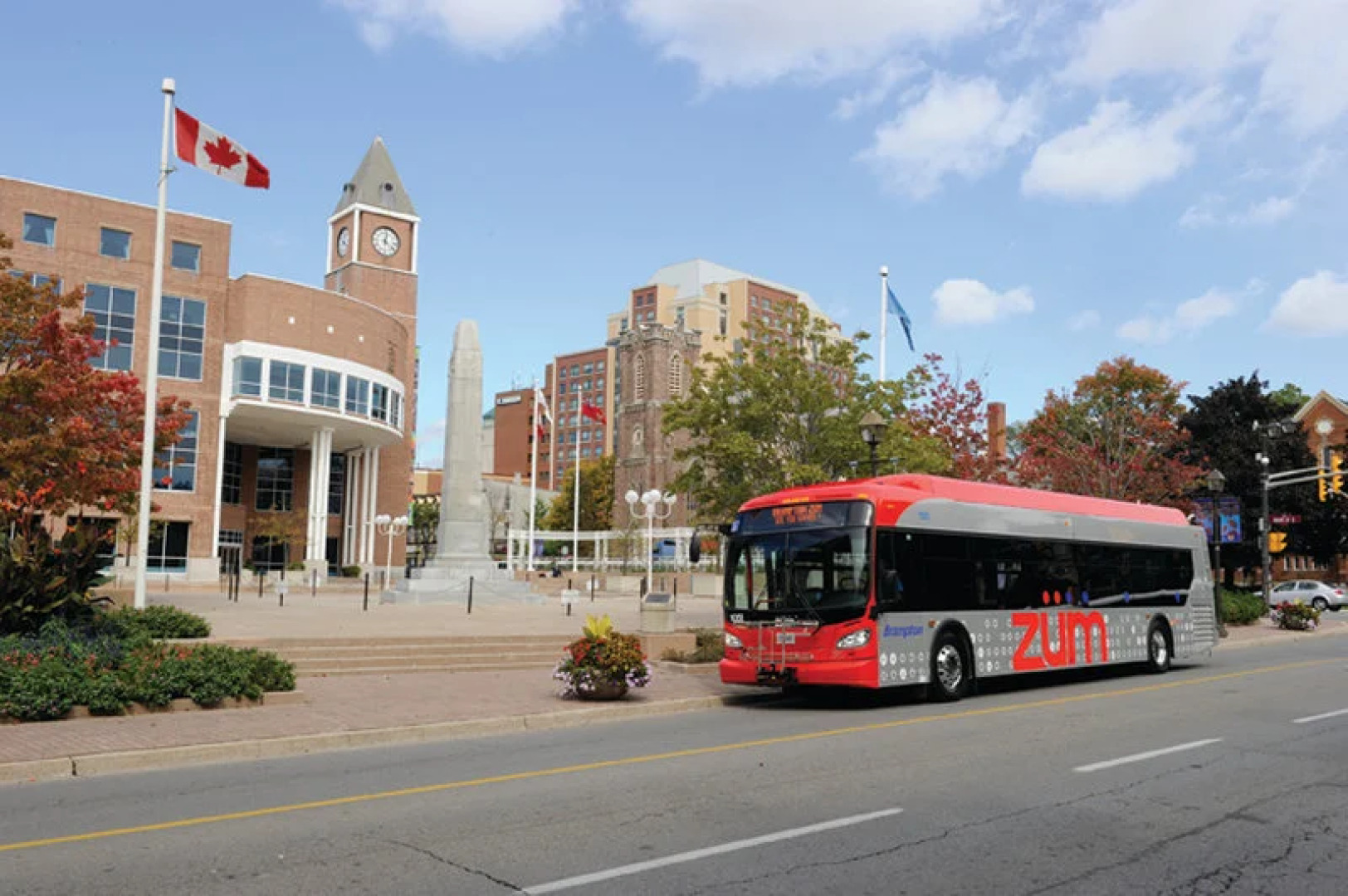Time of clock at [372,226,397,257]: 12:22
